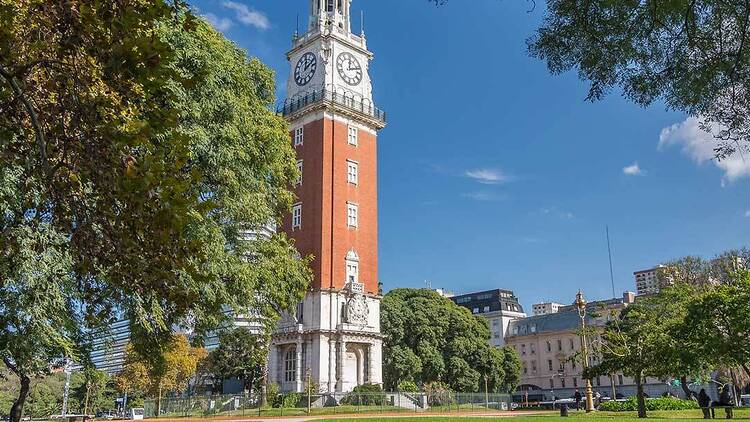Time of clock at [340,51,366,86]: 12:11
